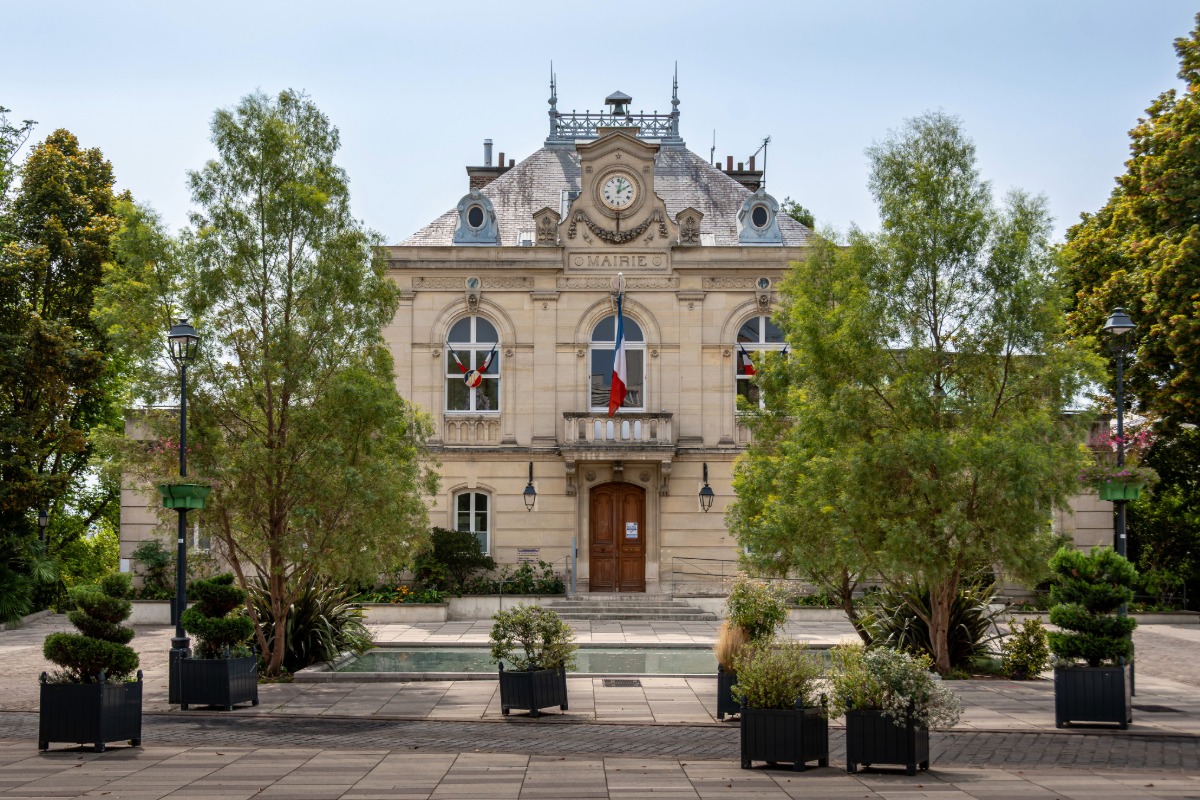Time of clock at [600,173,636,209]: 2:02
